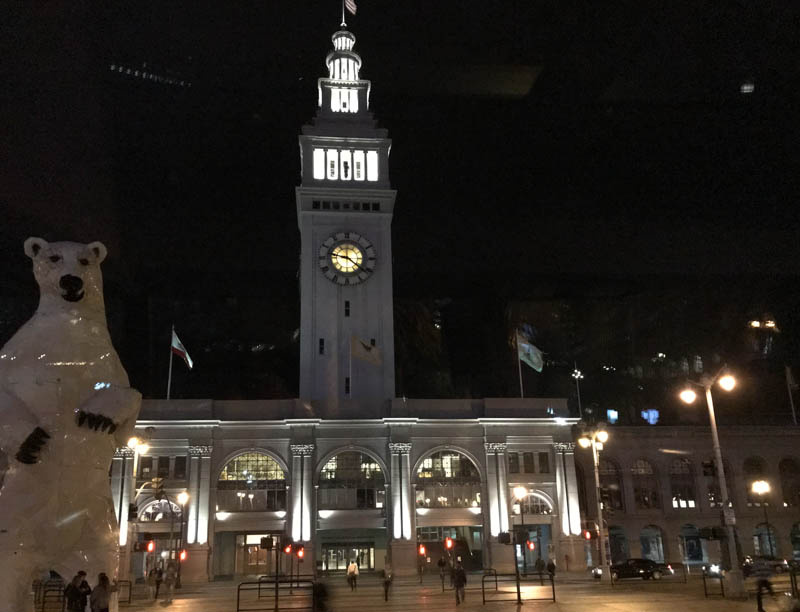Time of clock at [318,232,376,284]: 9:21
